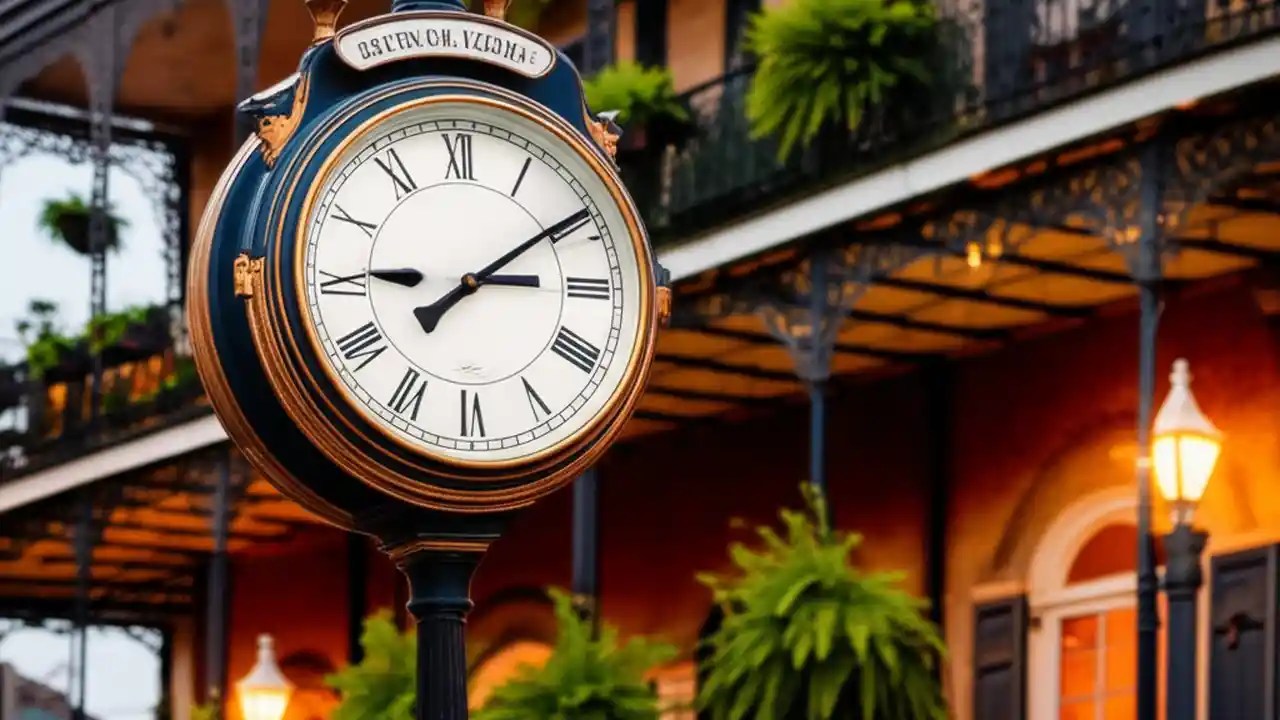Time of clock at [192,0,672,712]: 3:09
